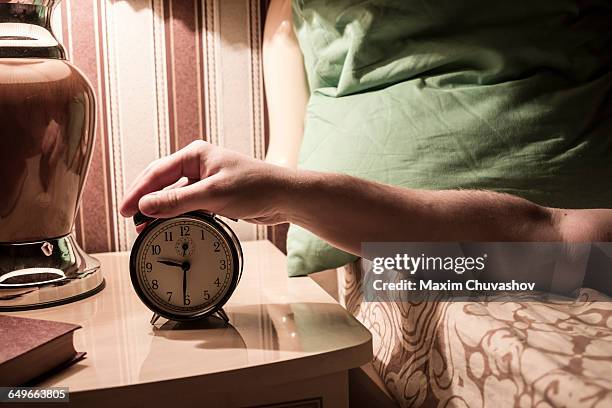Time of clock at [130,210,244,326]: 9:30
